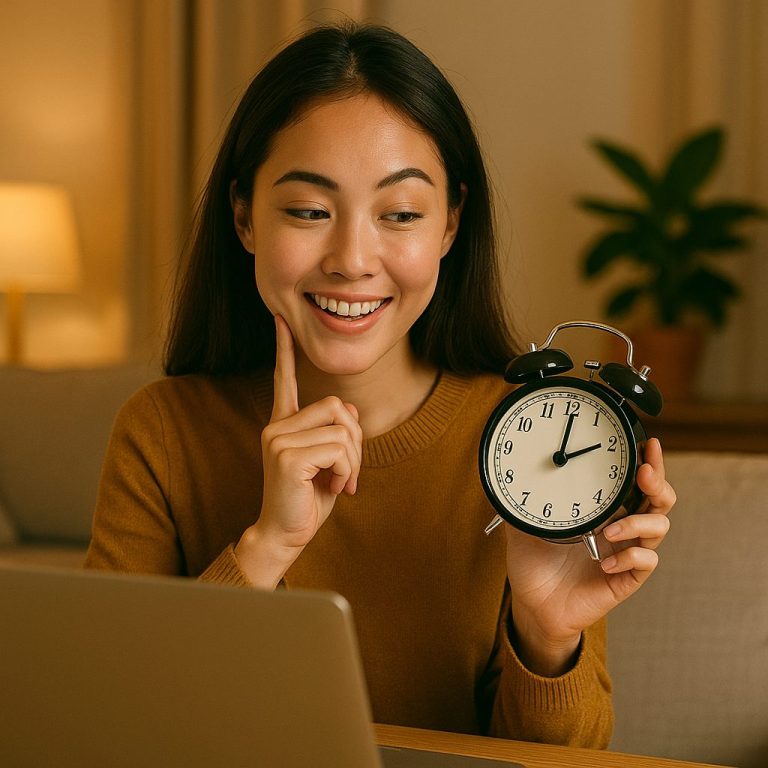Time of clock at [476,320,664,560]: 2:00
